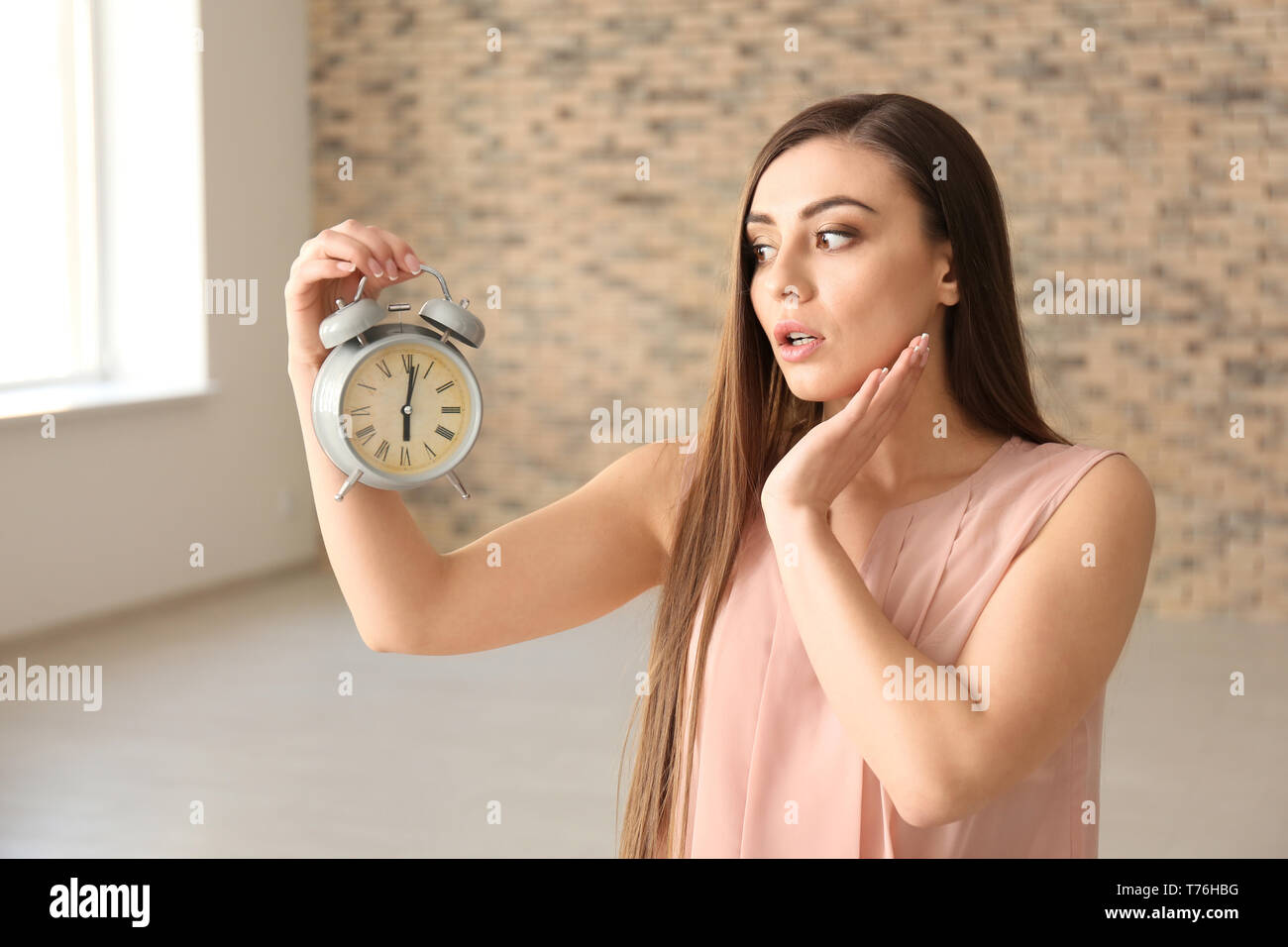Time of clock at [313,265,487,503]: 6:01
